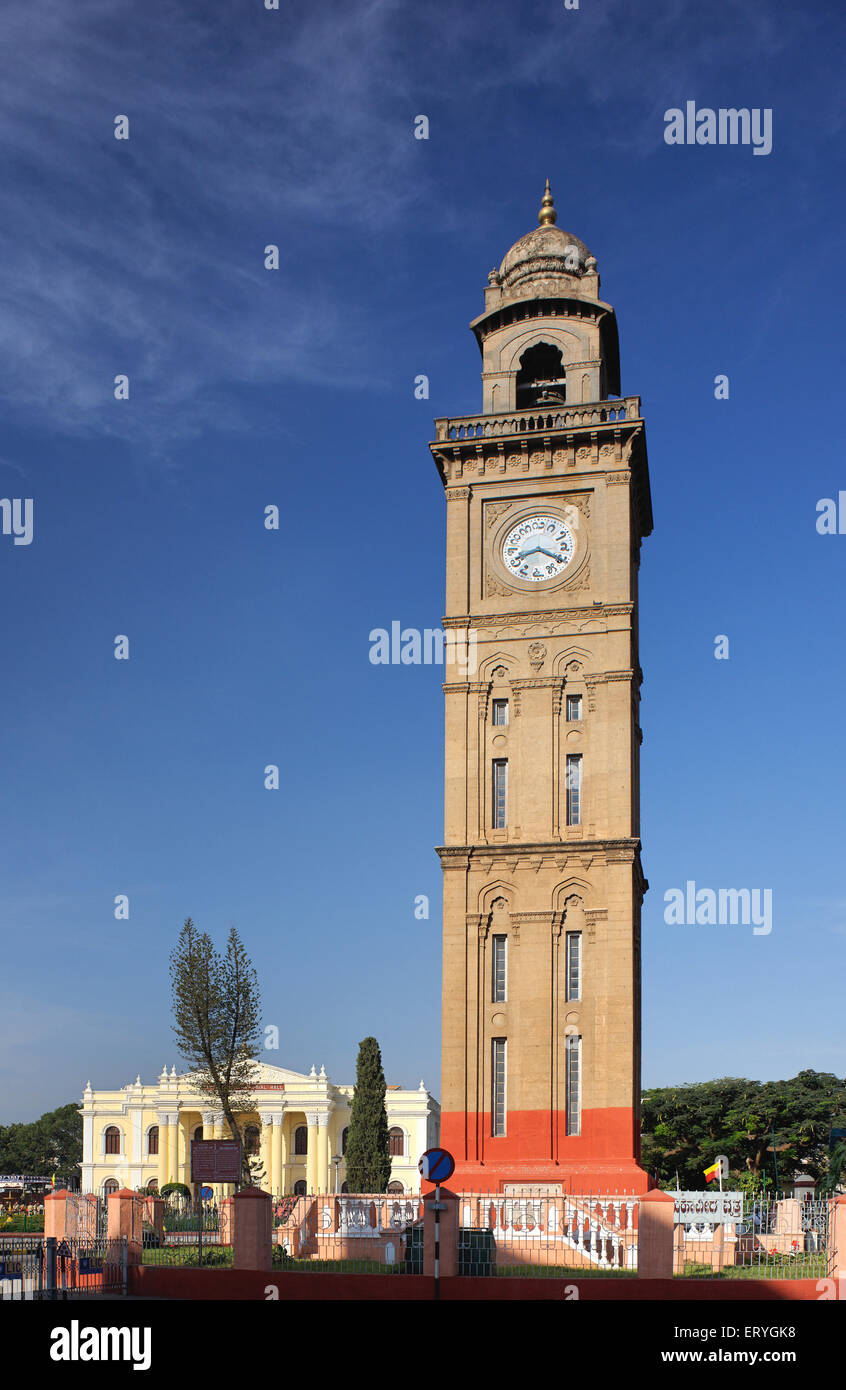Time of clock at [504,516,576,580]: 8:20
